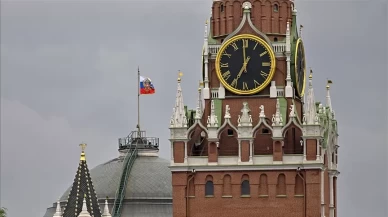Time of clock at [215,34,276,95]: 6:59
